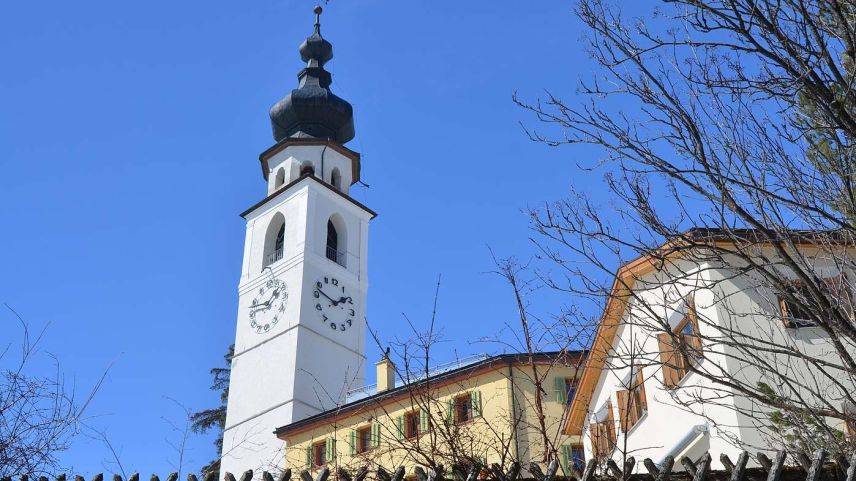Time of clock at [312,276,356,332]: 1:47
